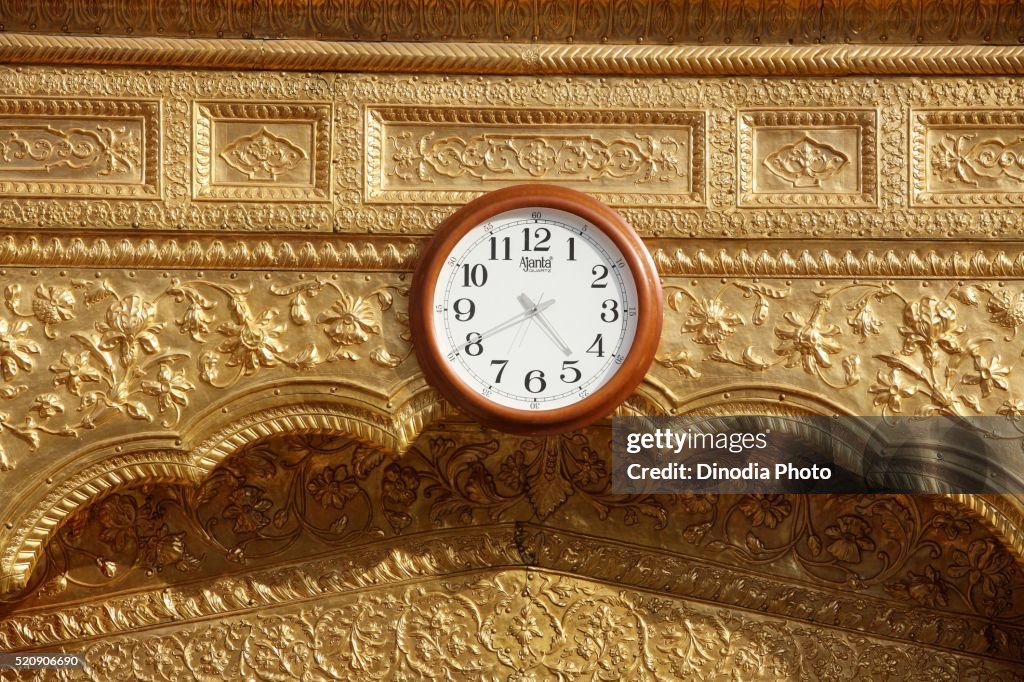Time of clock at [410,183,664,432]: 4:40
